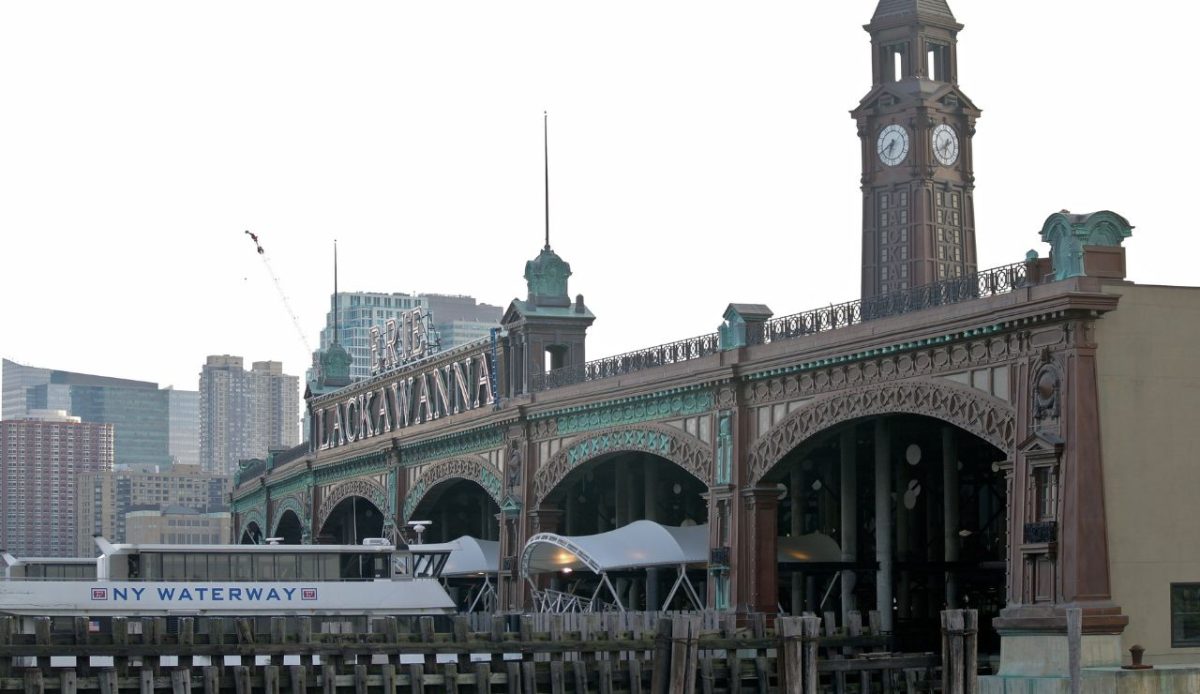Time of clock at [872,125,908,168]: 6:40
